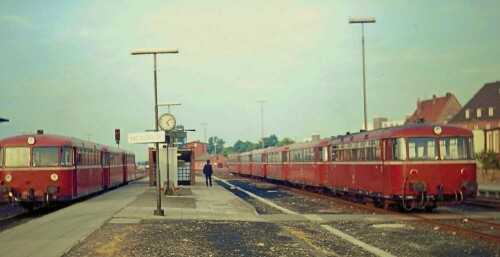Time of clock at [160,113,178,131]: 5:07
